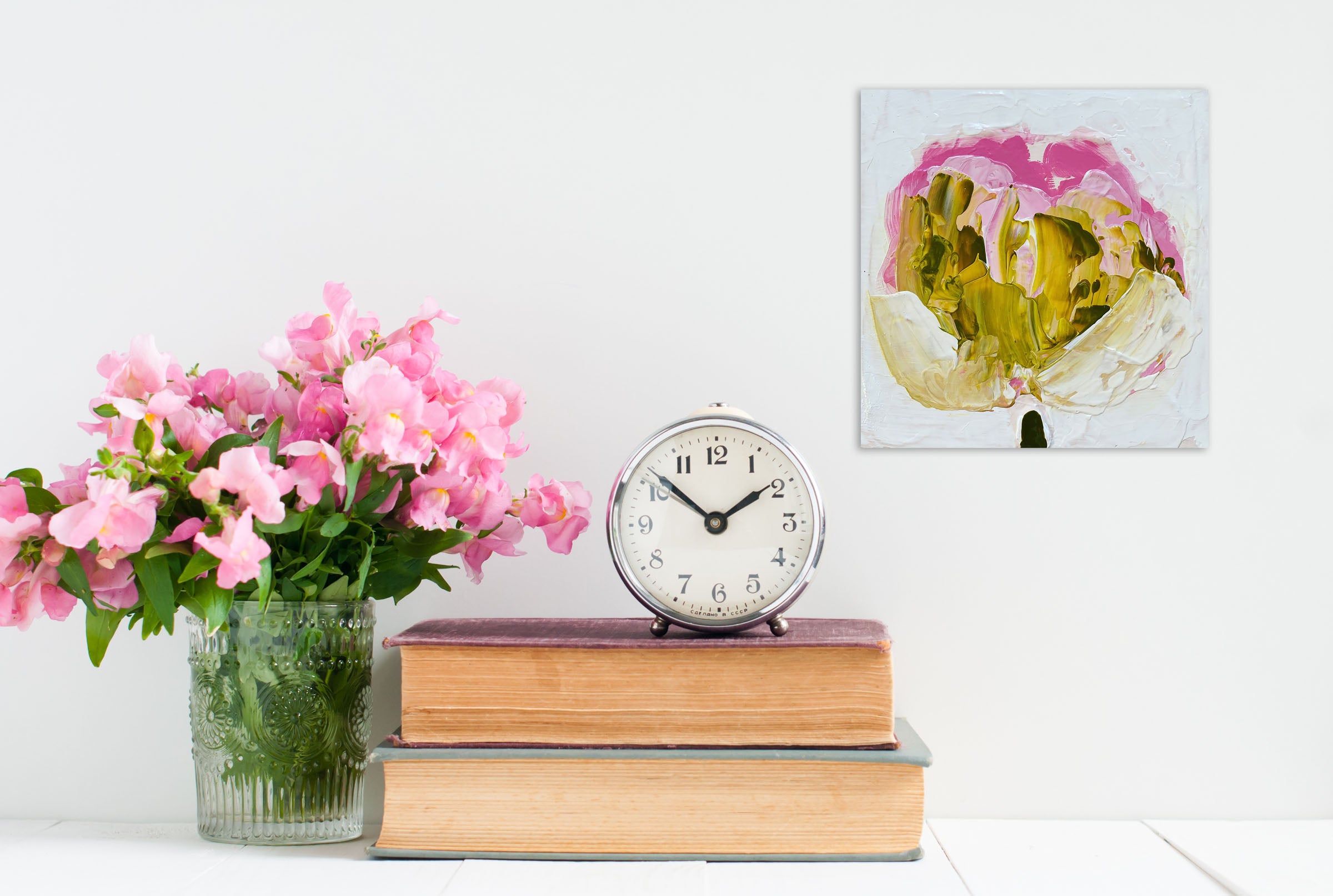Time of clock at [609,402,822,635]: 1:51
